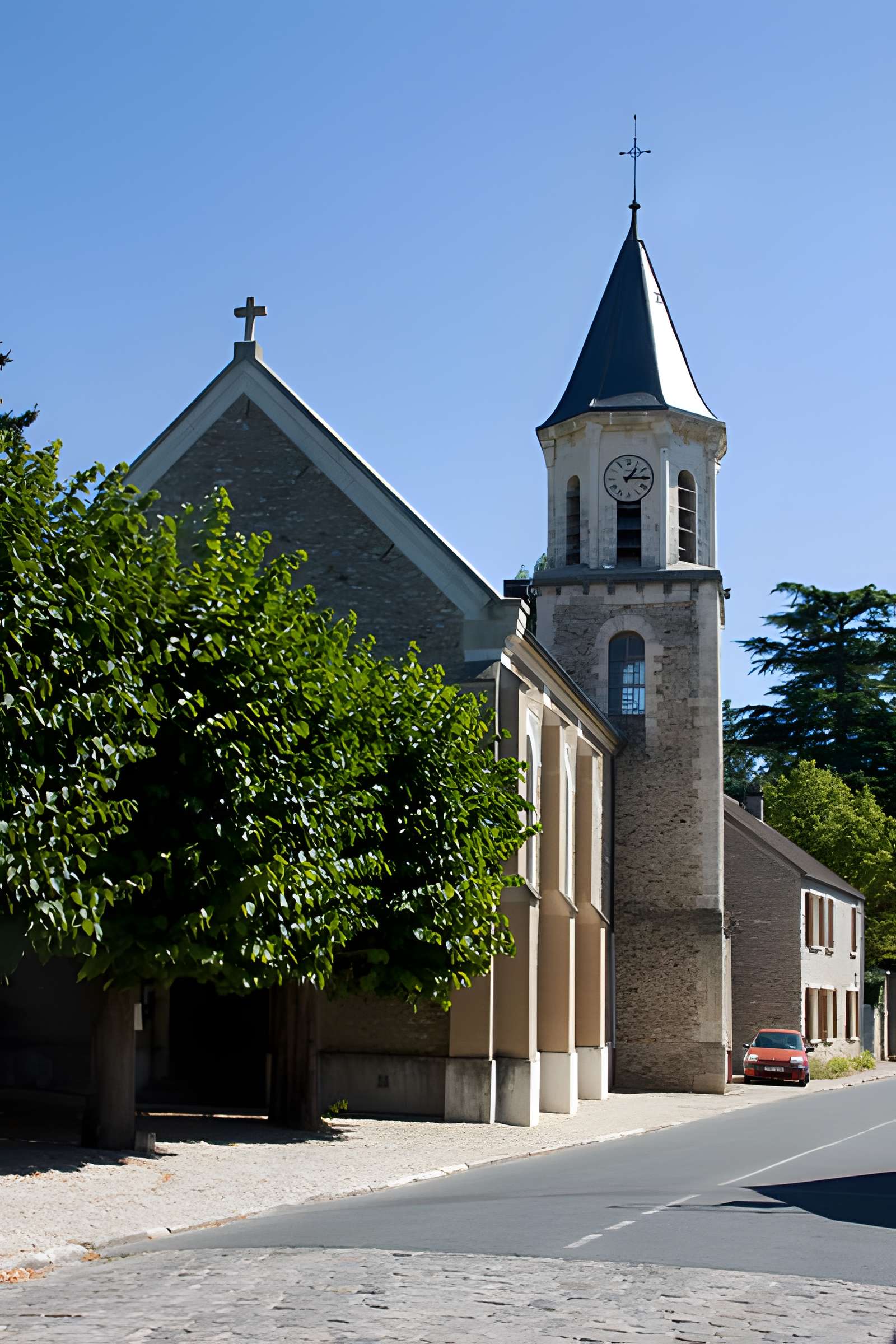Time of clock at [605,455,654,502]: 1:14
